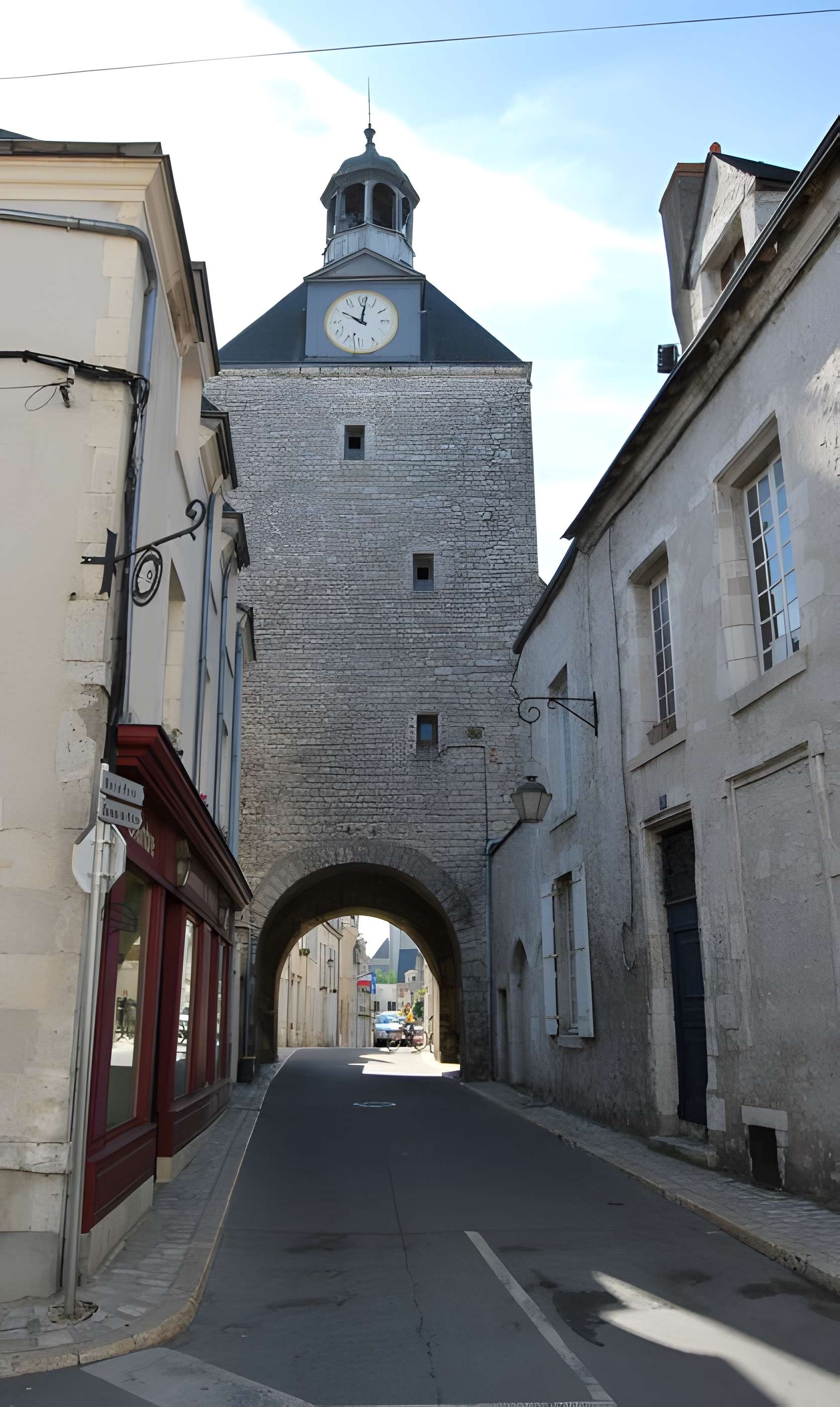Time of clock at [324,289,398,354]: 10:01
